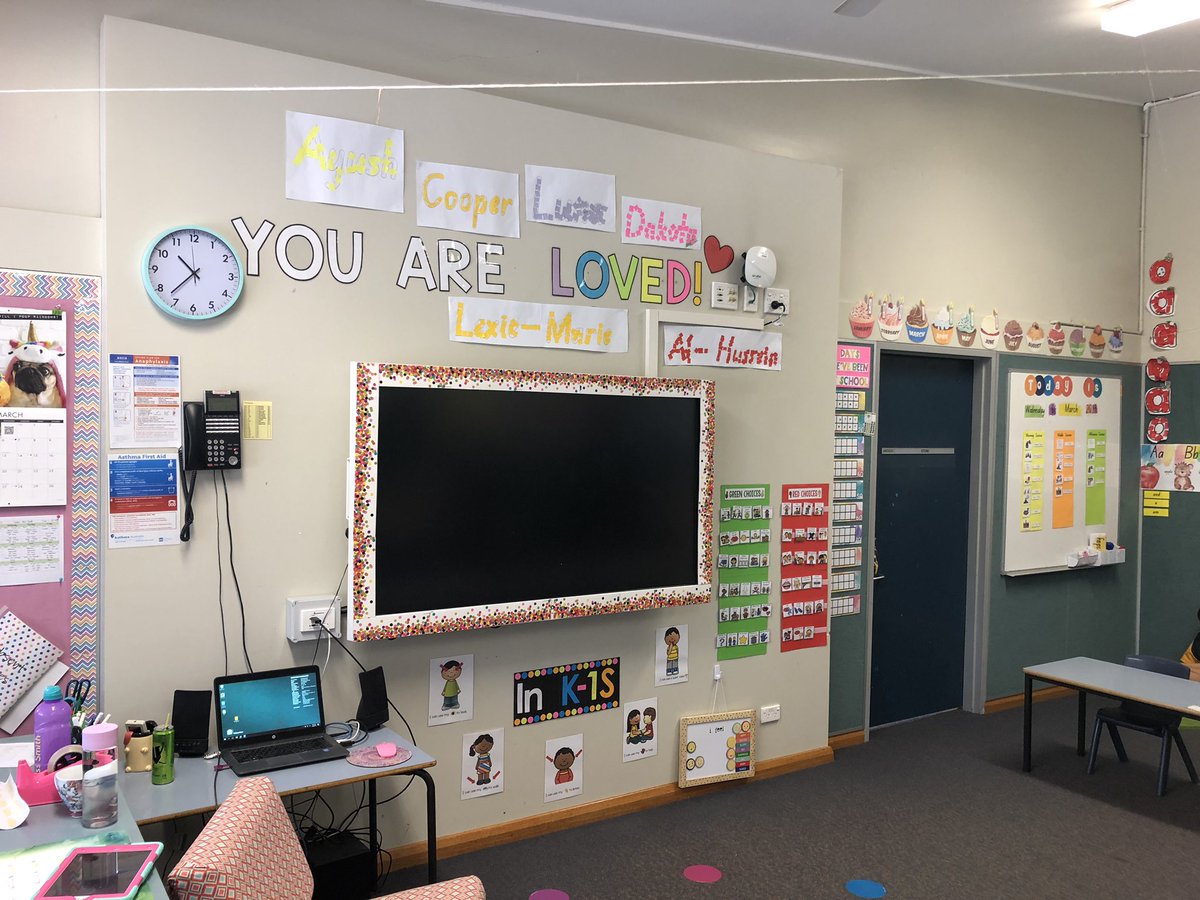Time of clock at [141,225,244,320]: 10:37
